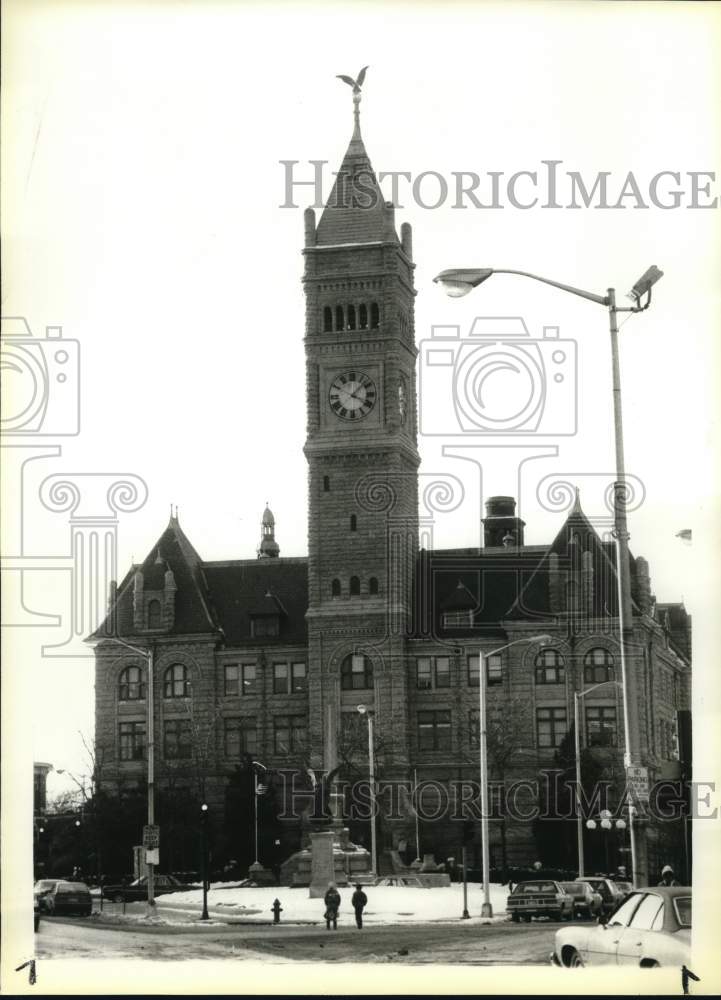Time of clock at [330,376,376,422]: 4:07
